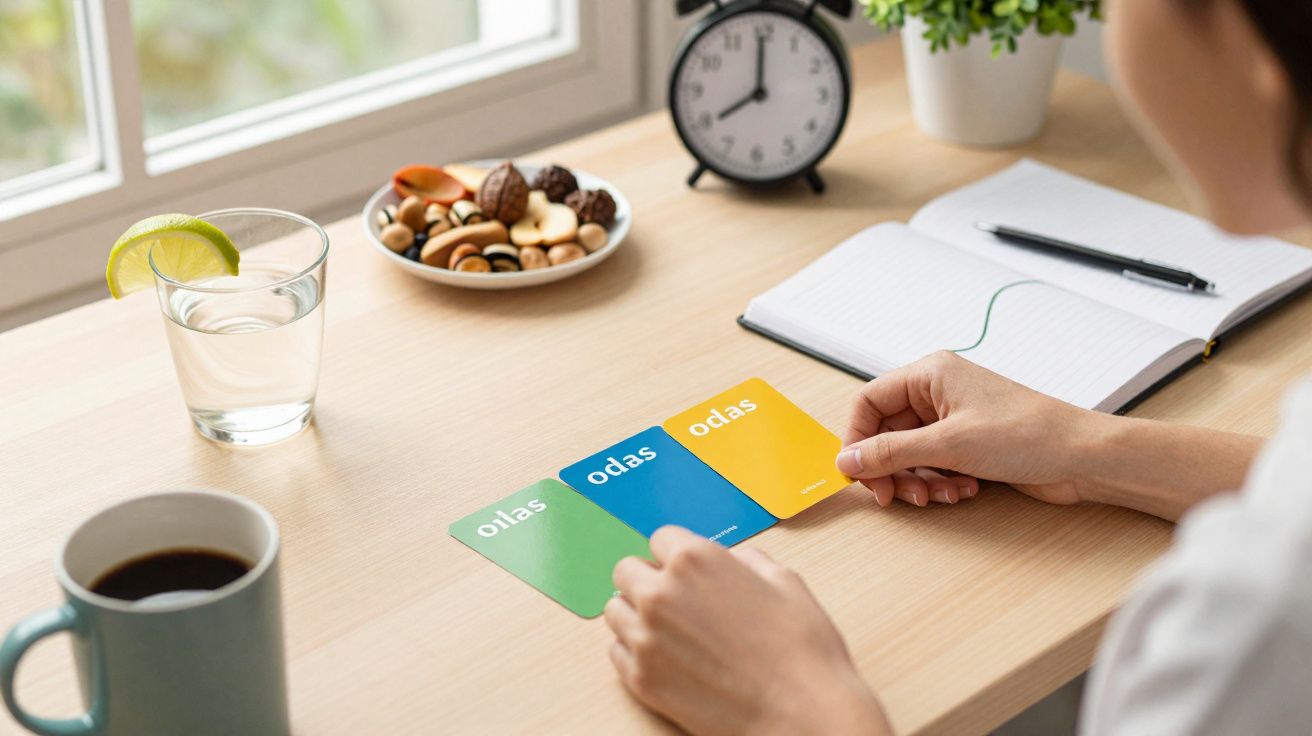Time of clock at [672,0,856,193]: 7:59
